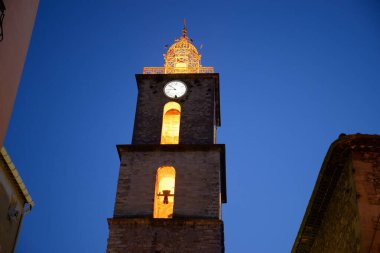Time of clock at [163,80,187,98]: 8:51
